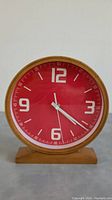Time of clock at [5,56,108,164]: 4:21
